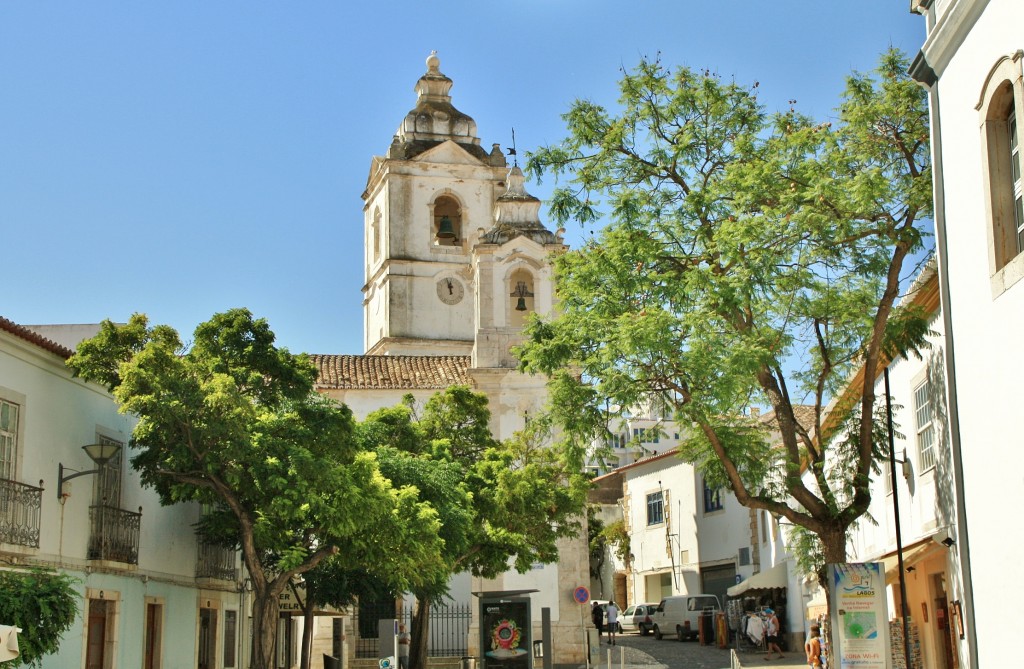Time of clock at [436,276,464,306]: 11:57
